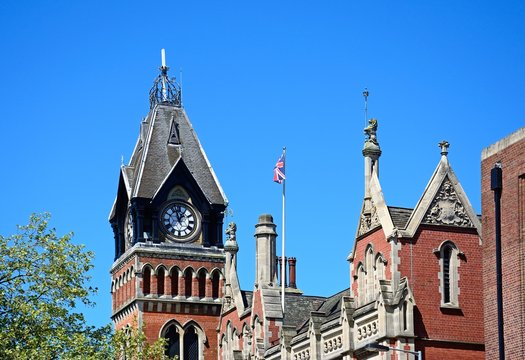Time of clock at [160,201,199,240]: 12:57
